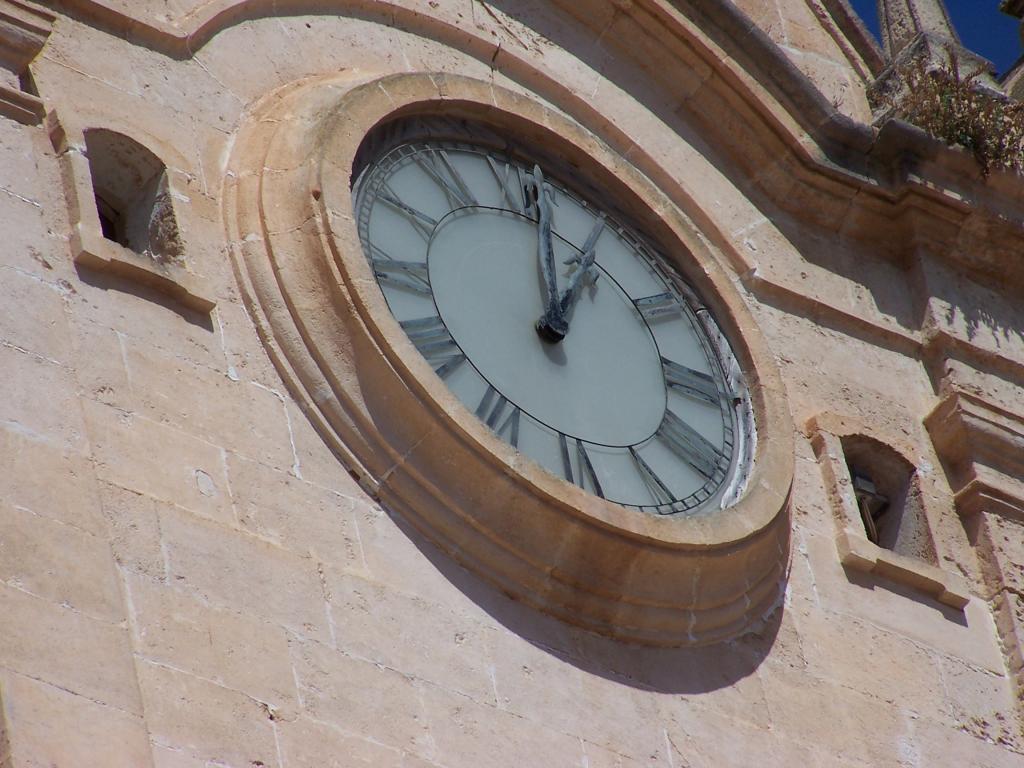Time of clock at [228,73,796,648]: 1:02
